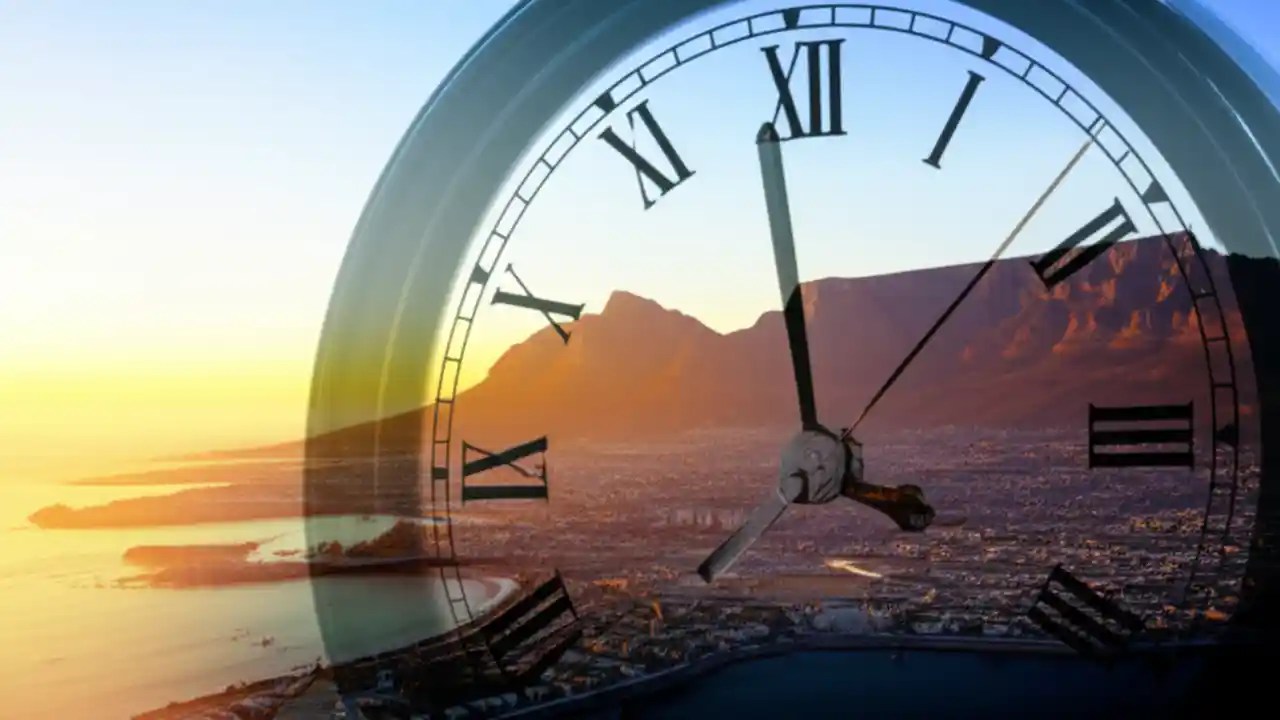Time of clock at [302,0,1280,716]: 3:58
